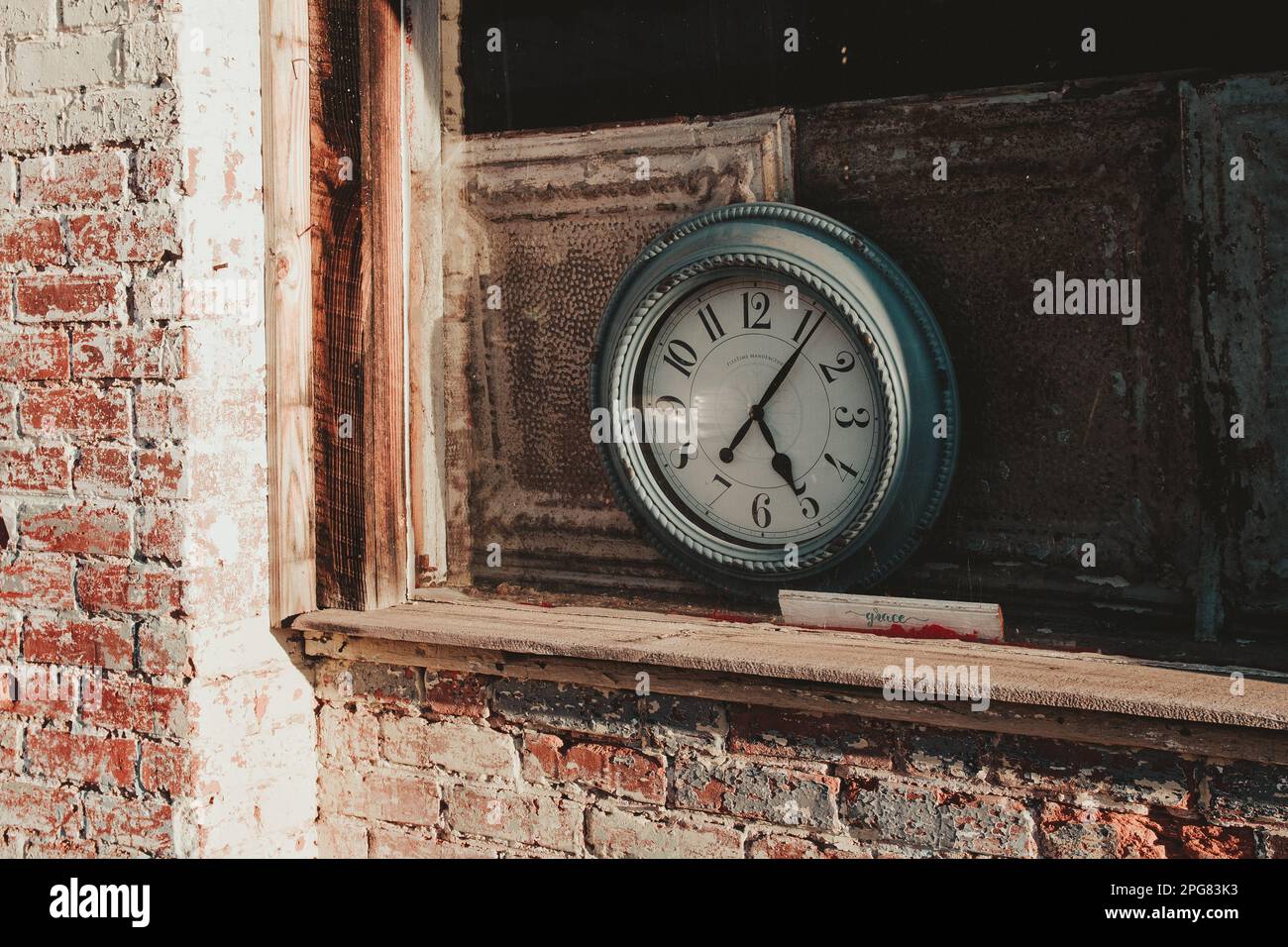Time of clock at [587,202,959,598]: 5:06
